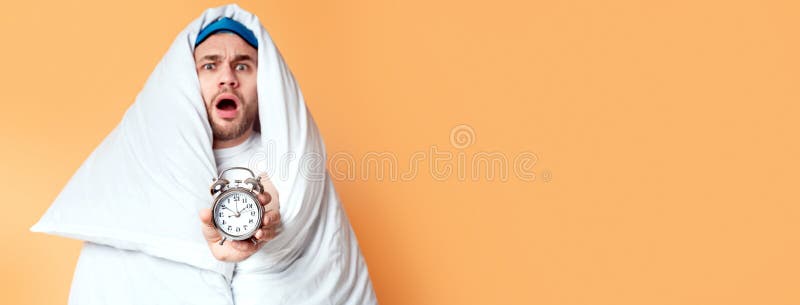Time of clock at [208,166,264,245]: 1:50
